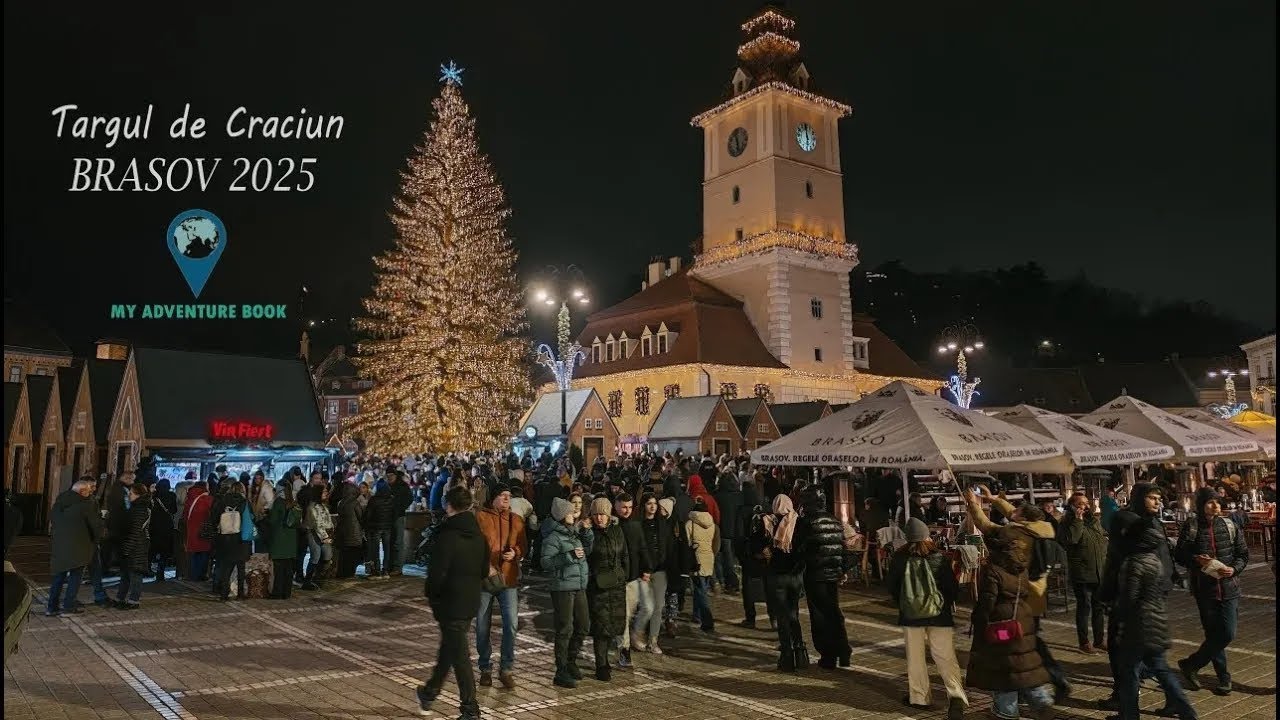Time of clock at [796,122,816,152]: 5:59
